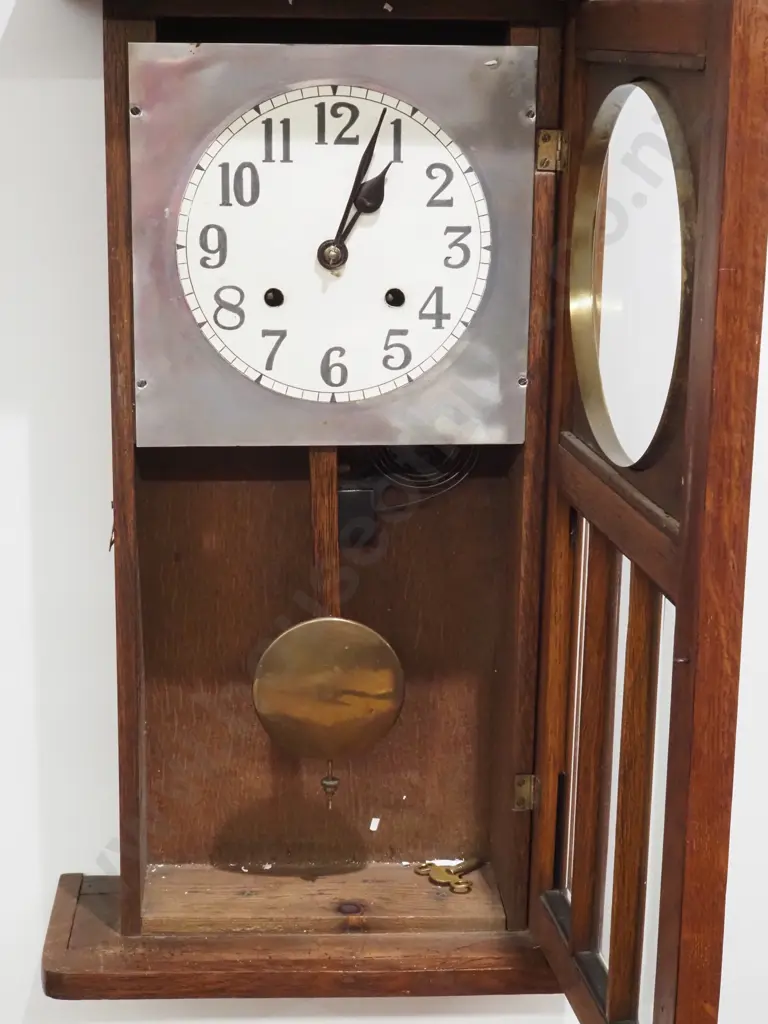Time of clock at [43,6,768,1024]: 1:03
